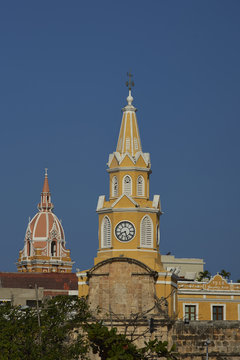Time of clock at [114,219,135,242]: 8:26
